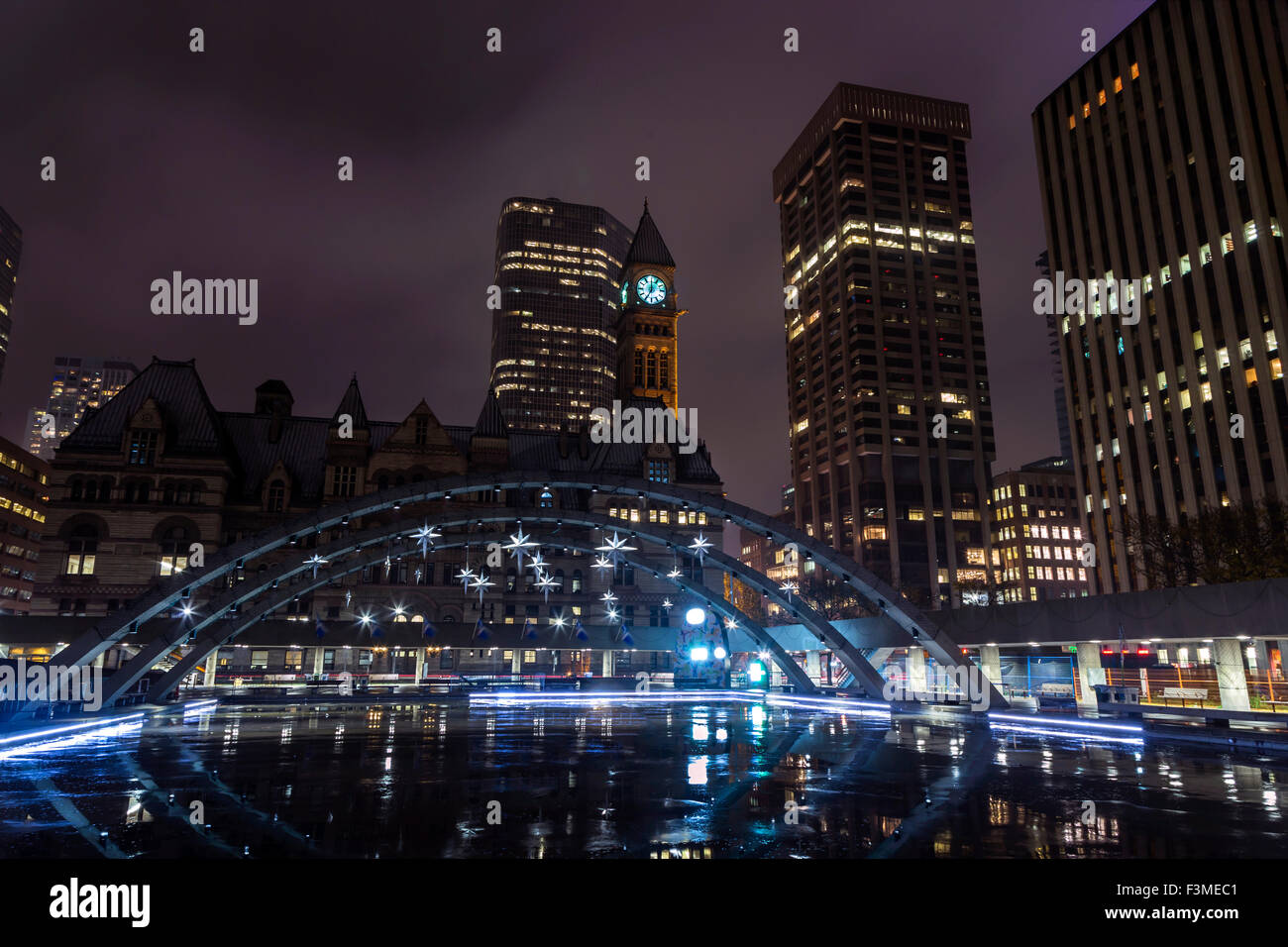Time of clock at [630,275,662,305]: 7:00
